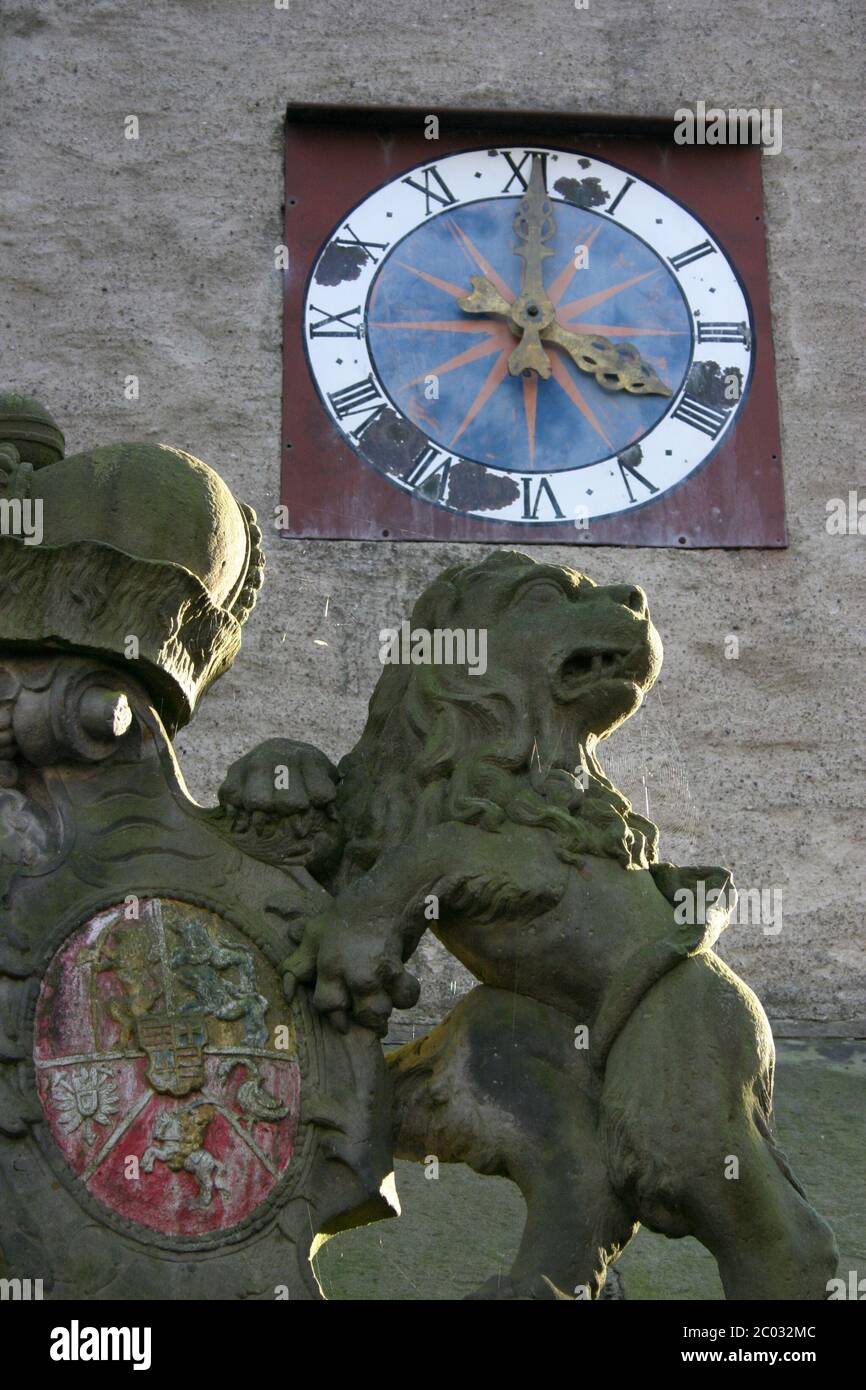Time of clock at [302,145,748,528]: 4:00
